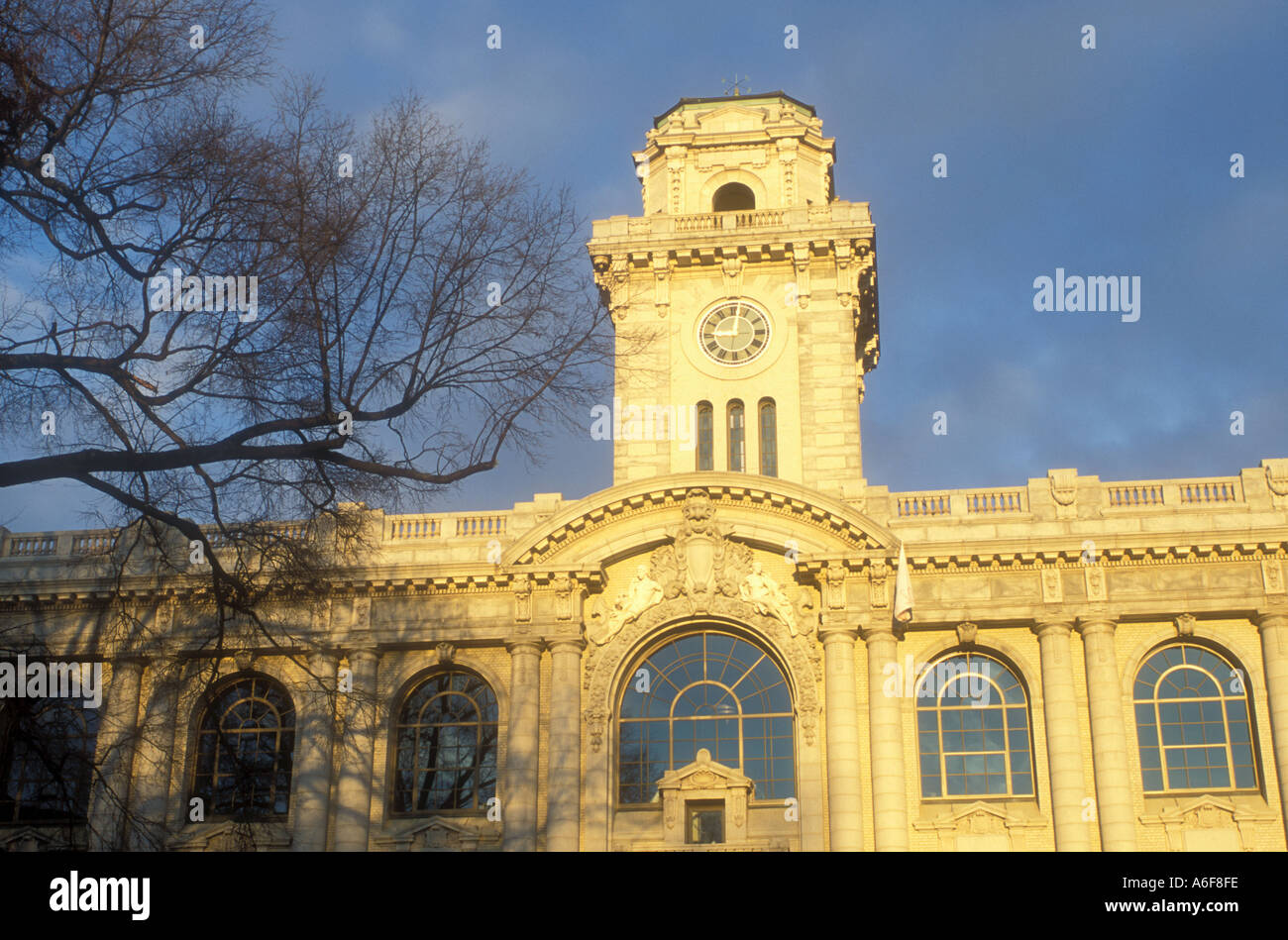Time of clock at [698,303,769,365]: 9:01
